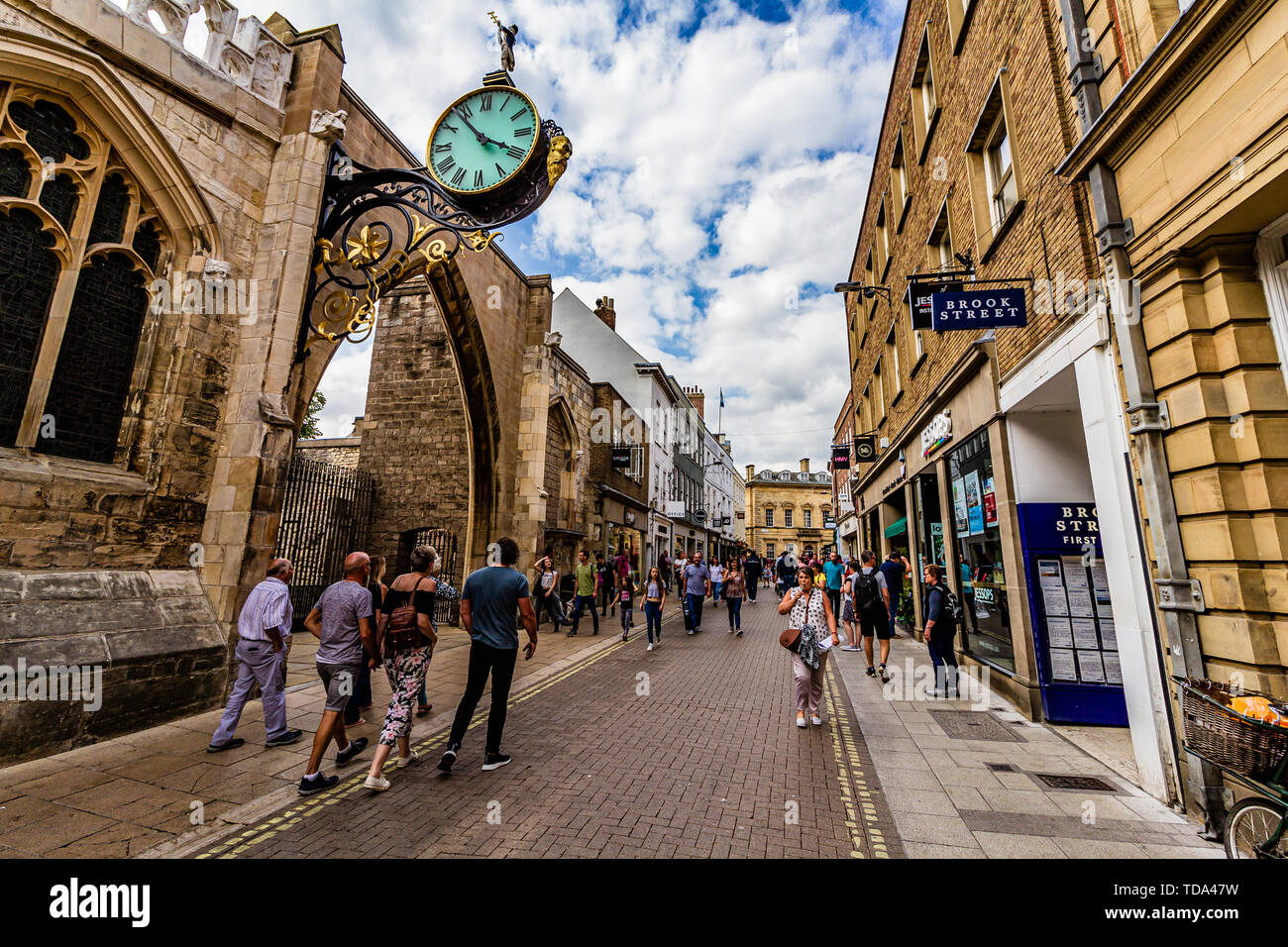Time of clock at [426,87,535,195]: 3:53
